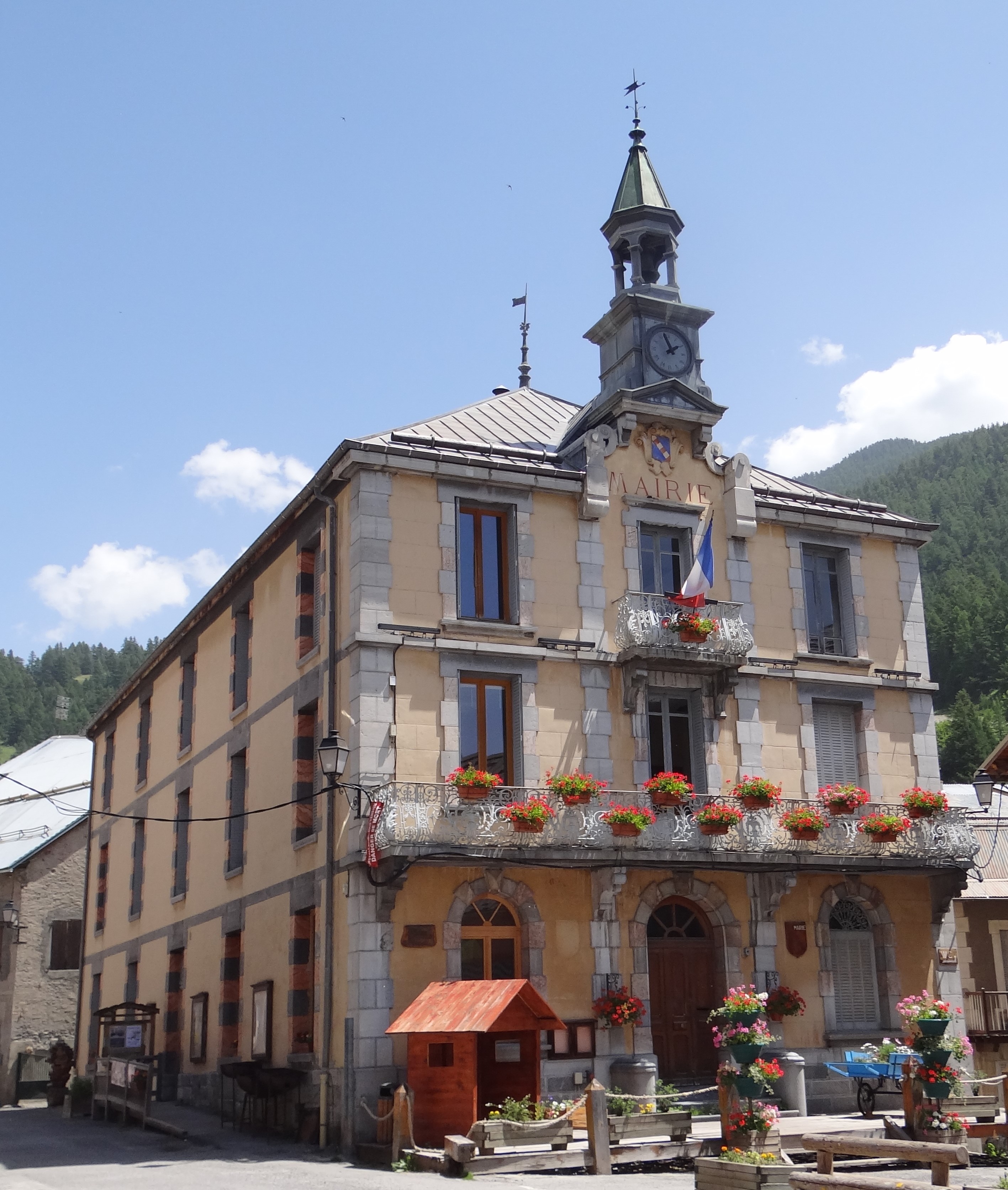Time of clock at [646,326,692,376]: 1:56
